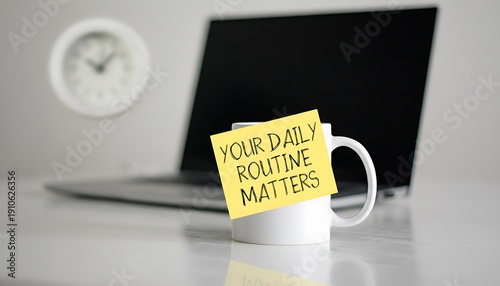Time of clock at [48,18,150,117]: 10:07
